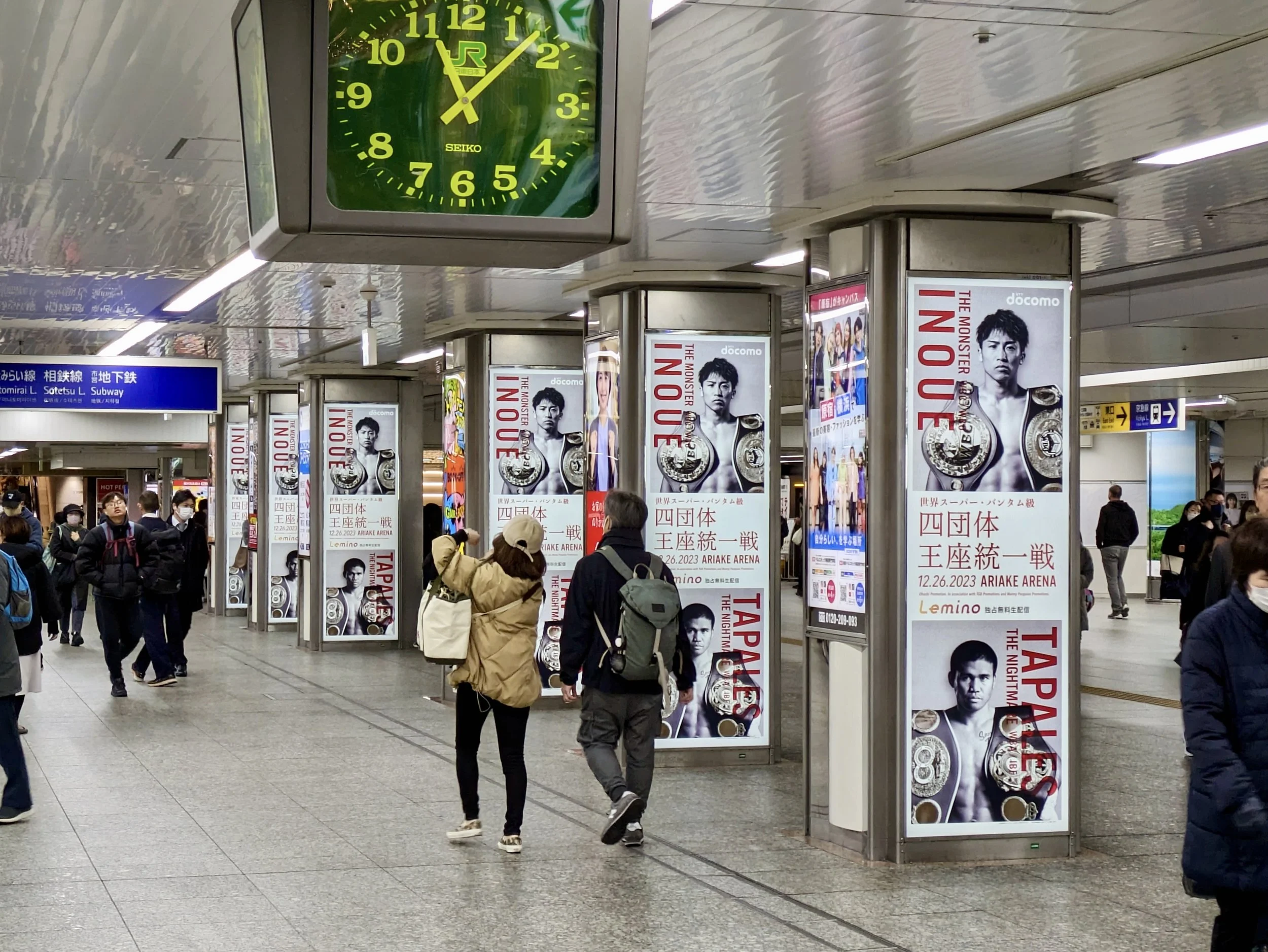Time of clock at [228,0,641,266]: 11:07
